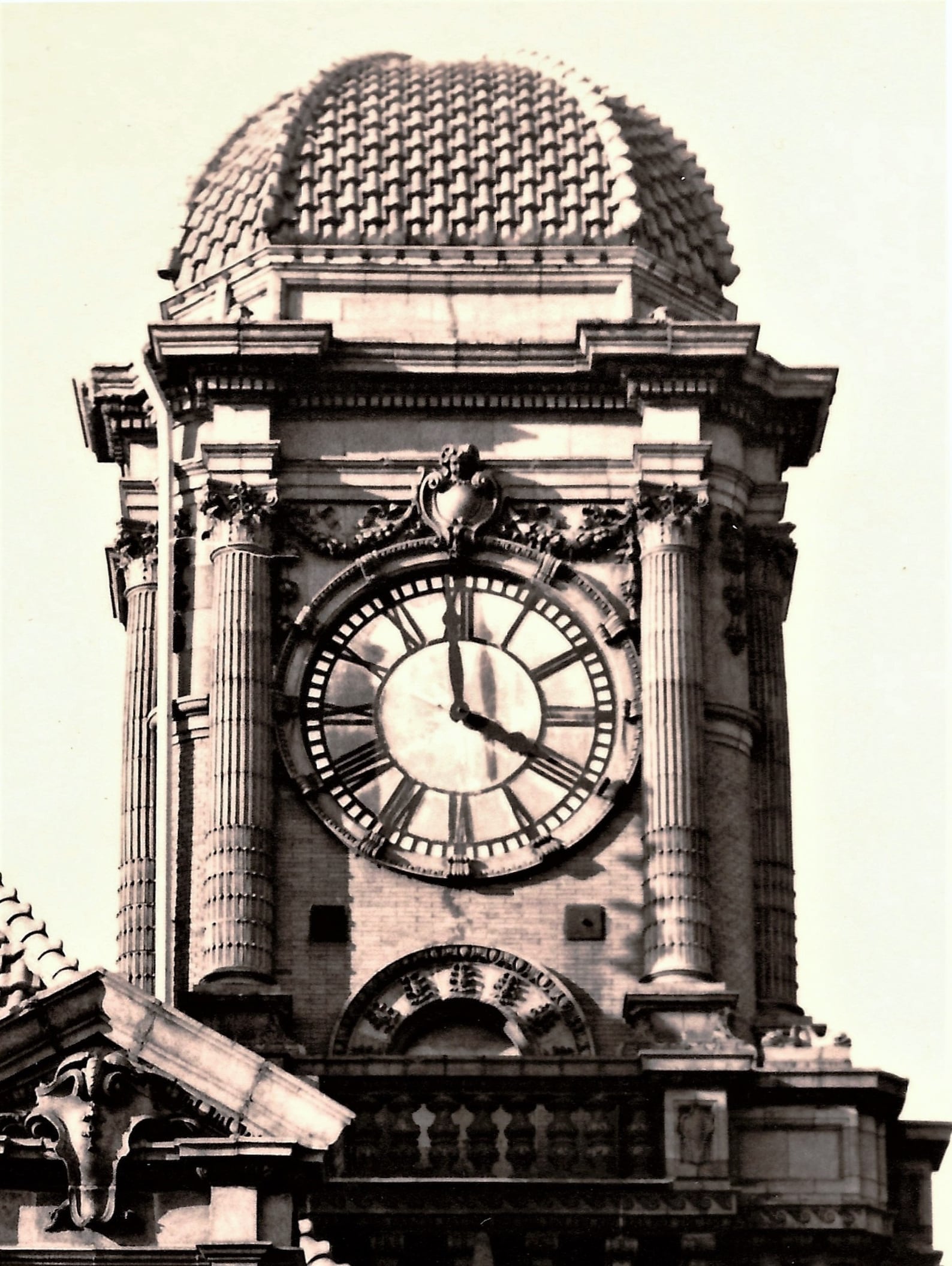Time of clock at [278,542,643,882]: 3:58
